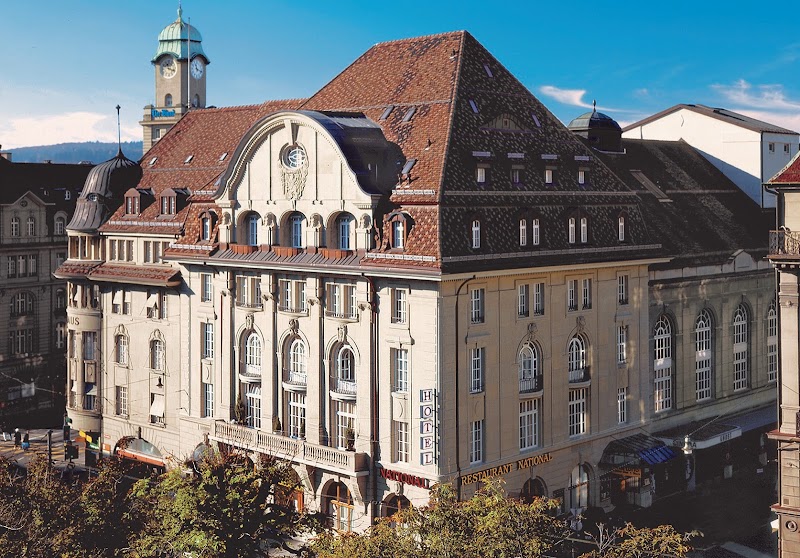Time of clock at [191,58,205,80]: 11:17
